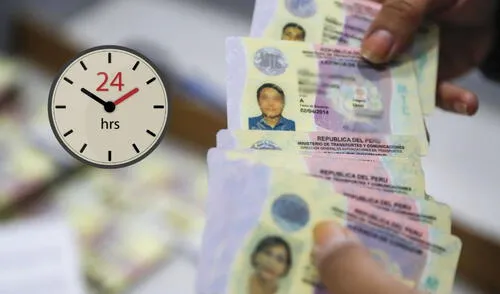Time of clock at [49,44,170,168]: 1:50
